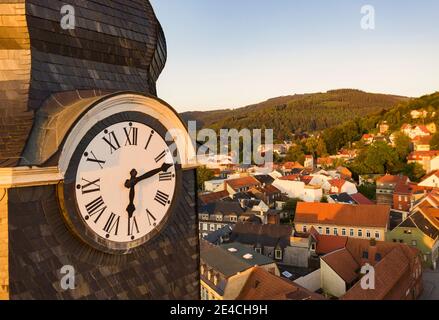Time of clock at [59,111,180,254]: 6:12
